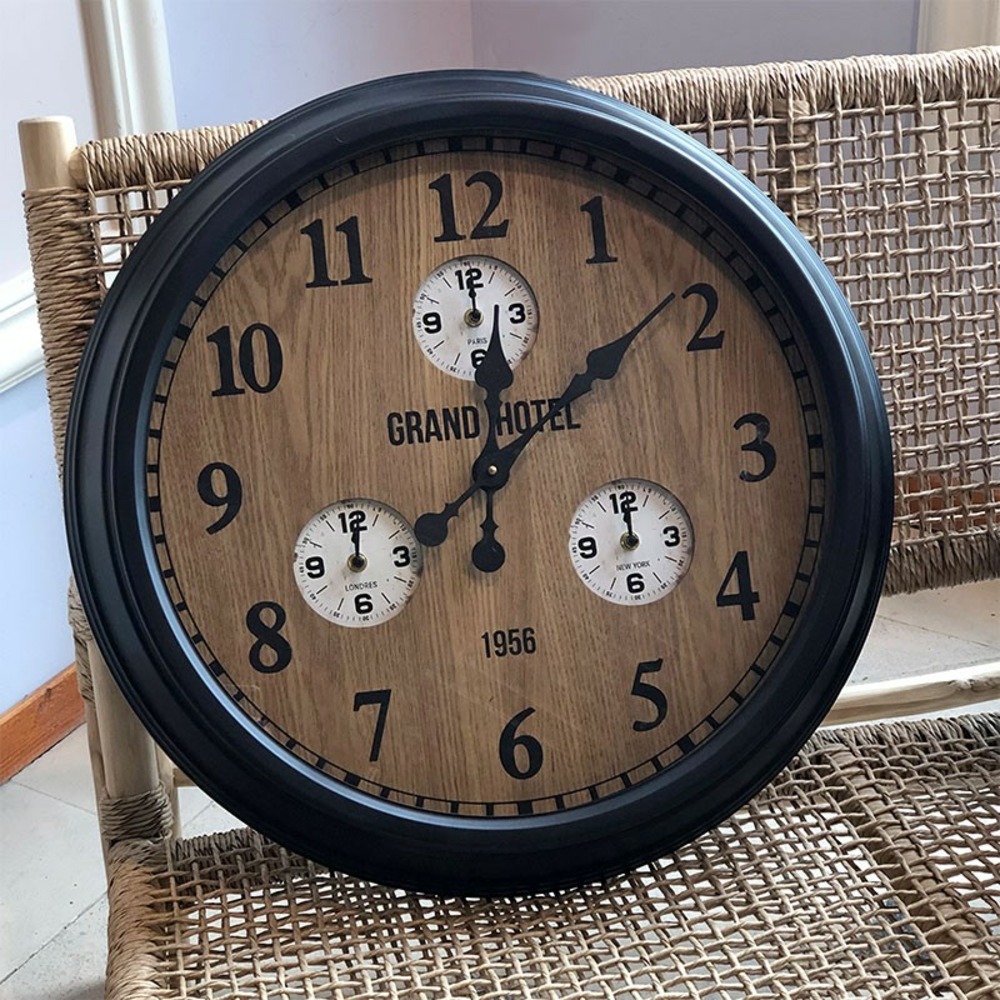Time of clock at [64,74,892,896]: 12:08
